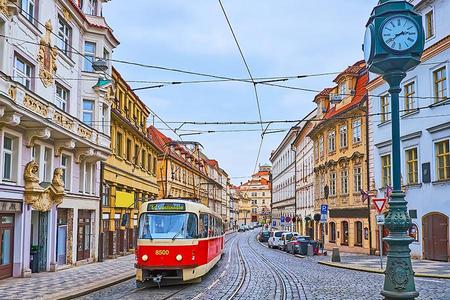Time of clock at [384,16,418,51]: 2:38
